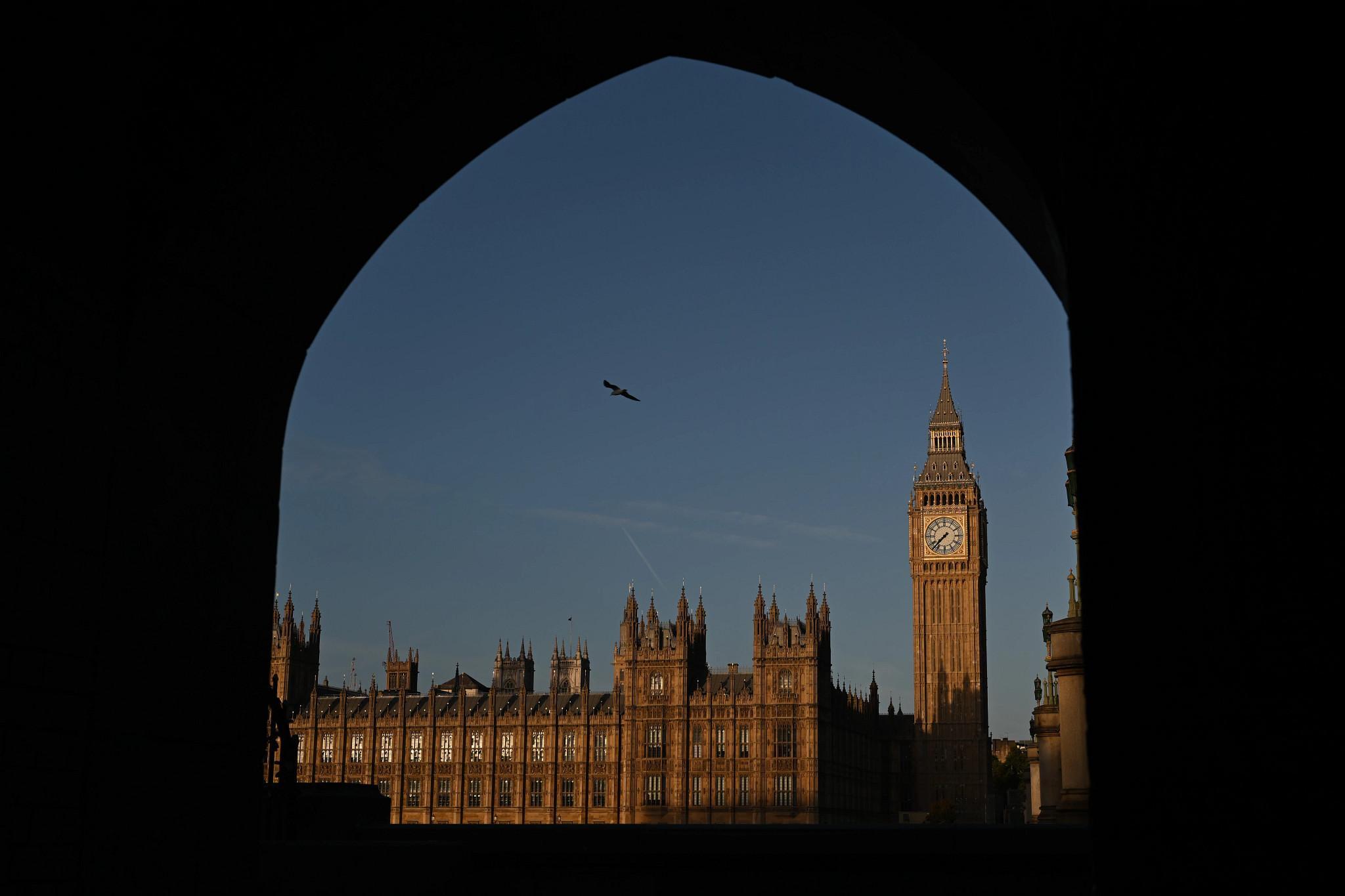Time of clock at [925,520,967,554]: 7:37
